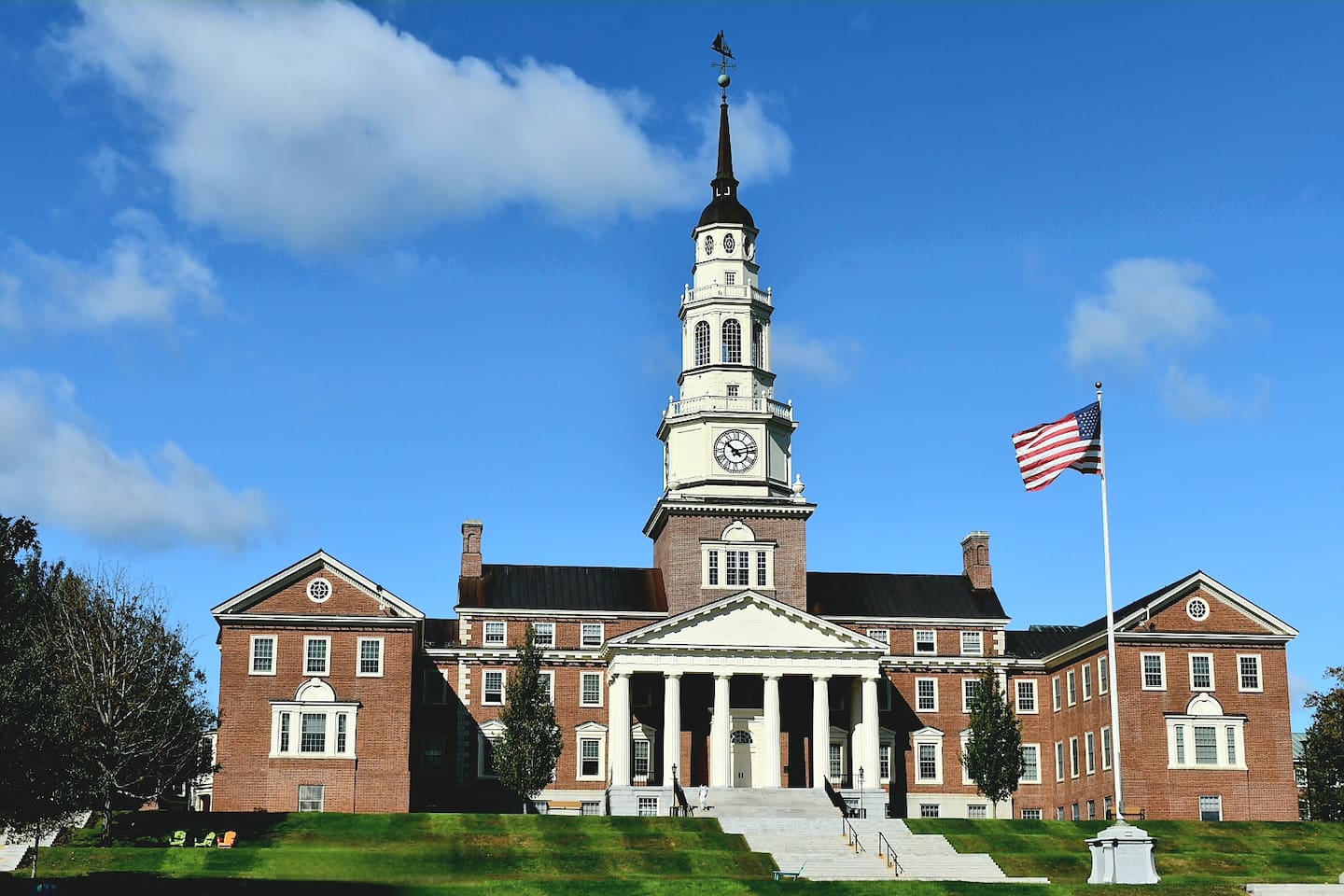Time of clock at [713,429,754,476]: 10:12
